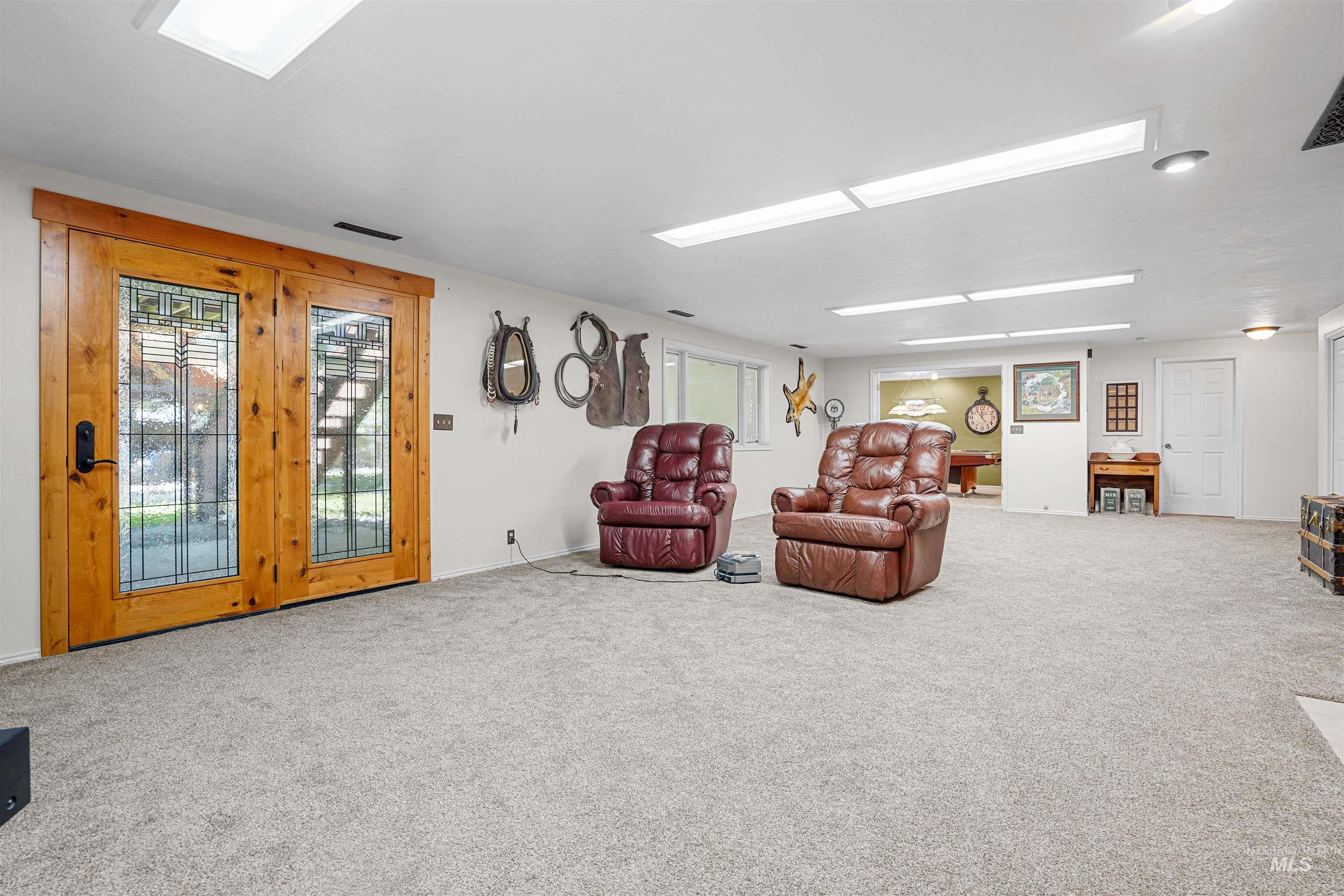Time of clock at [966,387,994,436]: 11:53
